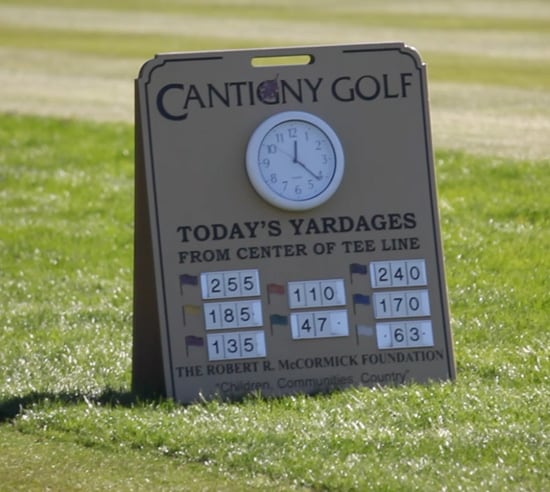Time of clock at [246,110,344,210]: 12:21
